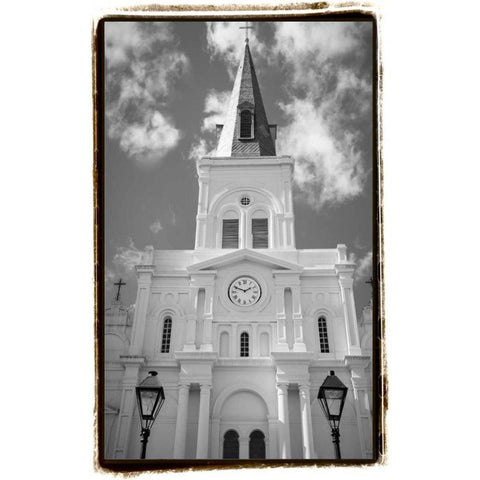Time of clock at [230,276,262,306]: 1:49
